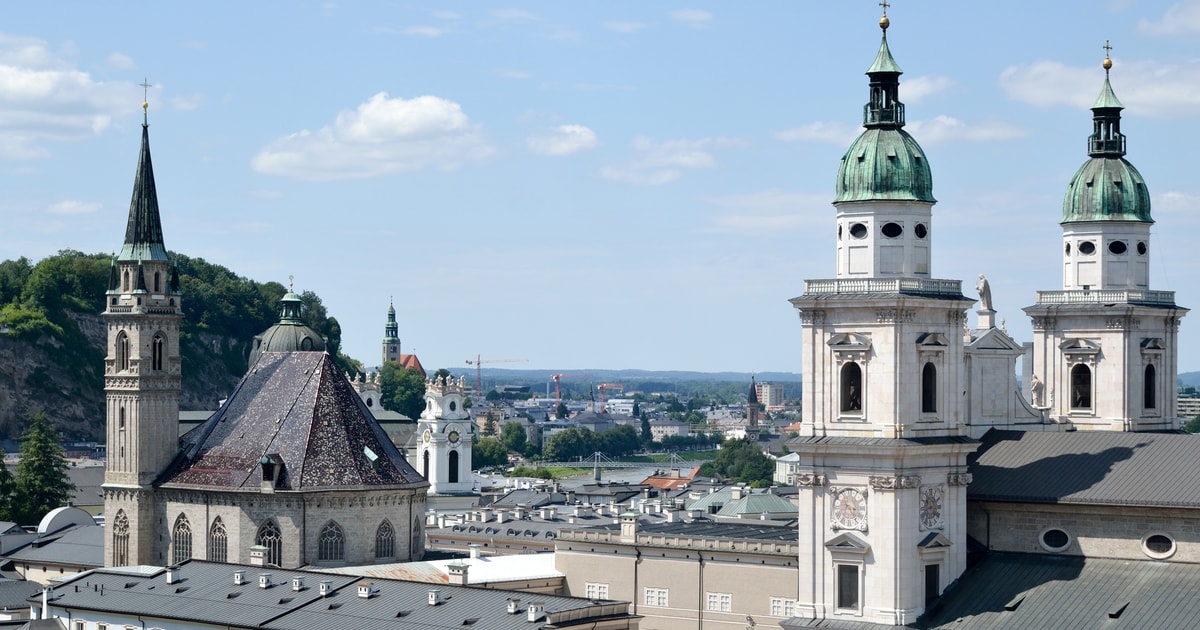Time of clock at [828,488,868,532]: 3:24
